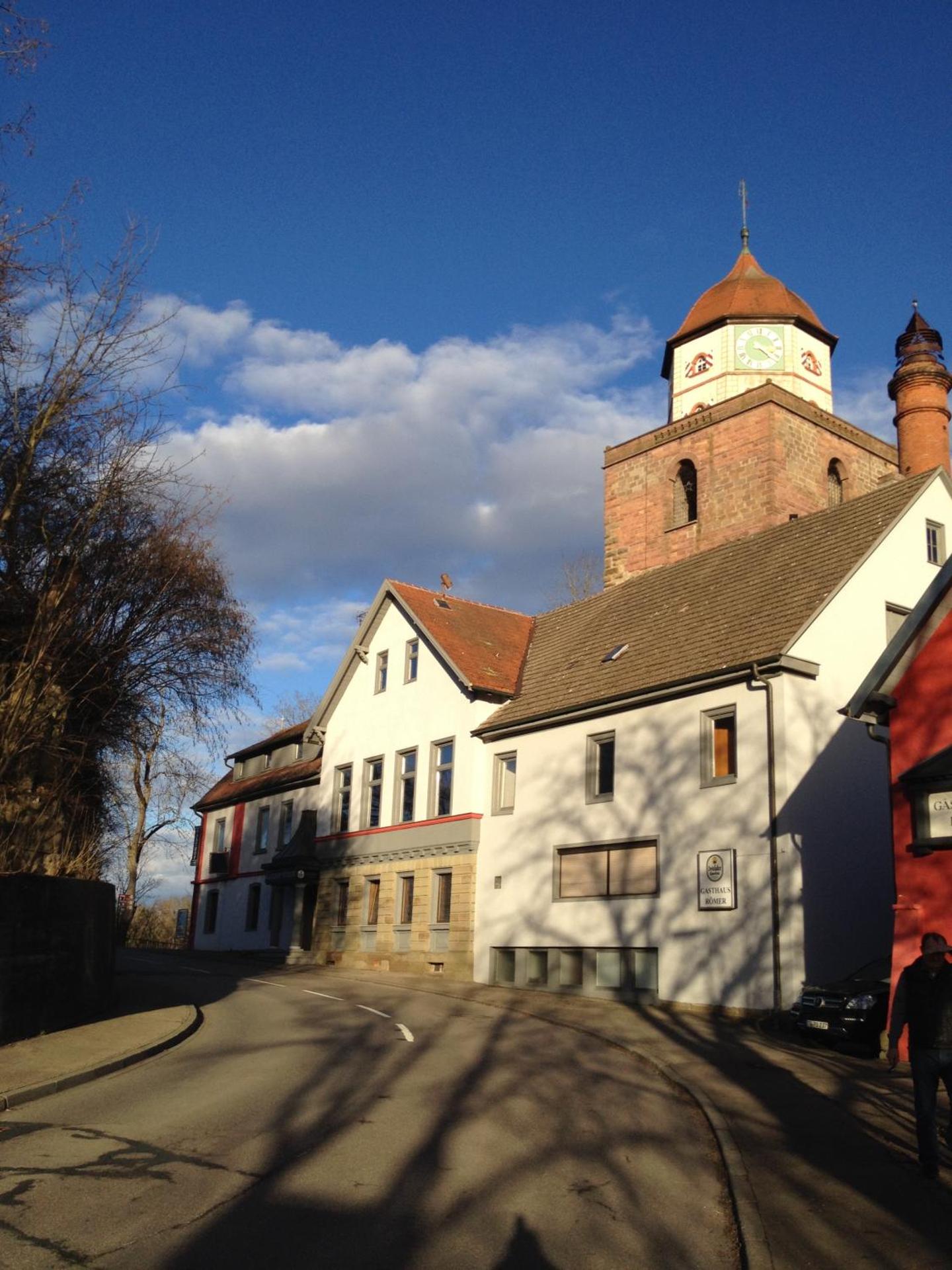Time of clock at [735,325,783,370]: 4:22
